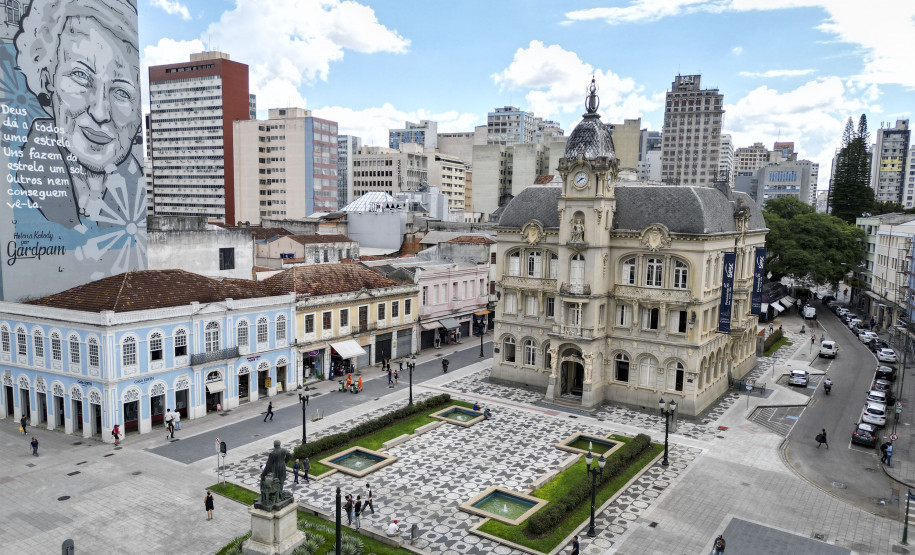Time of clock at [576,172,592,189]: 2:38
